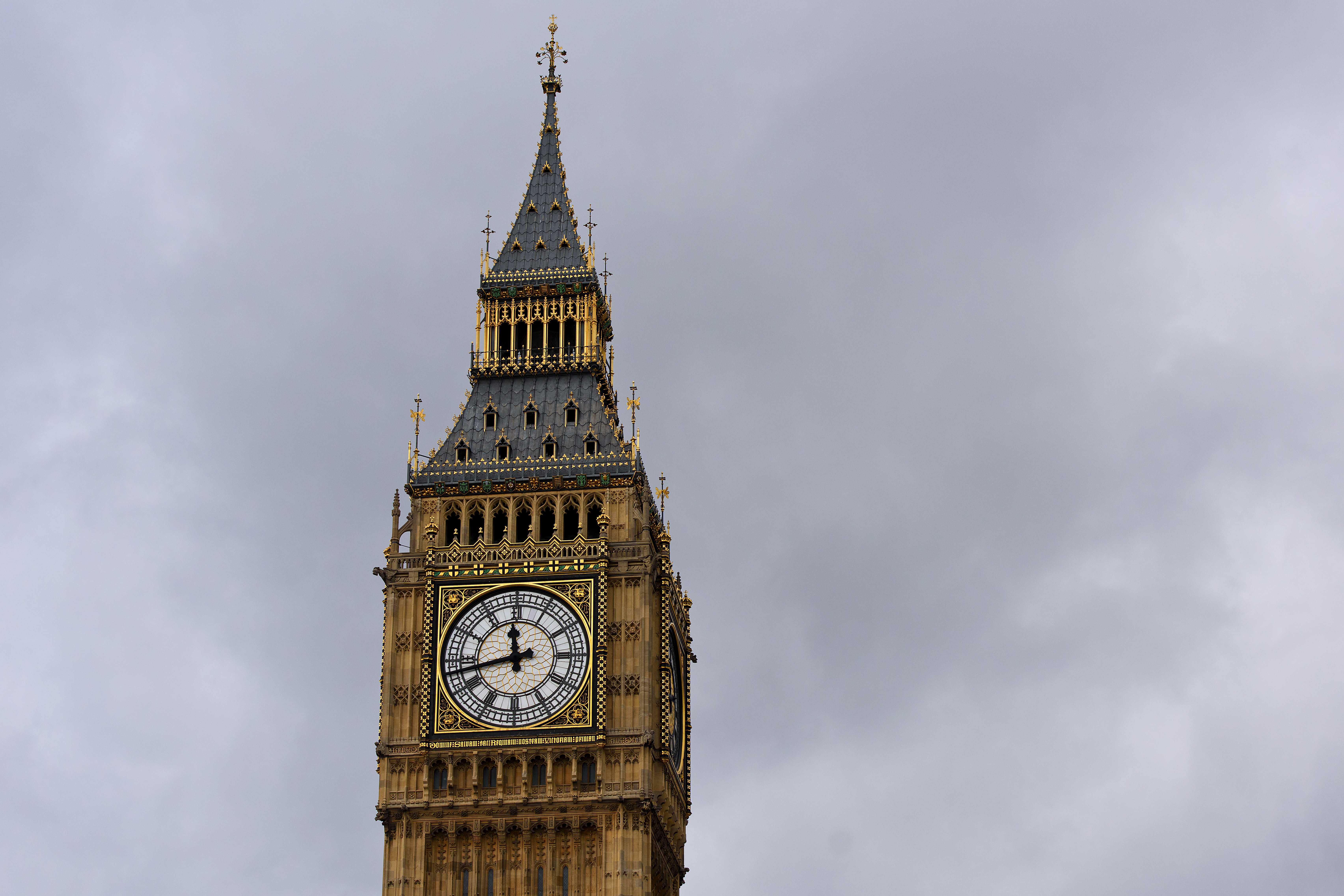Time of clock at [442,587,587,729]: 11:42
